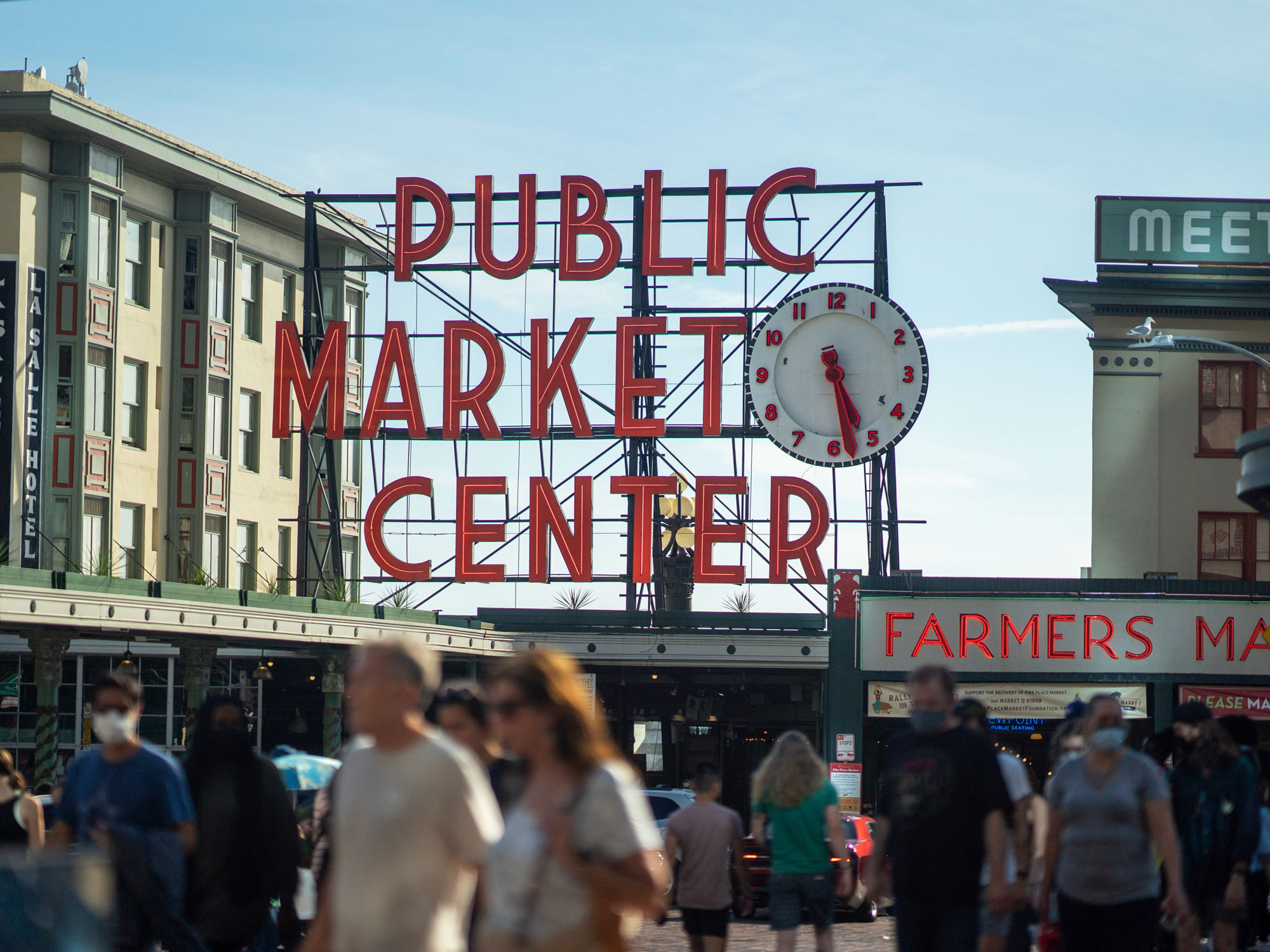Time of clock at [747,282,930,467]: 5:28
